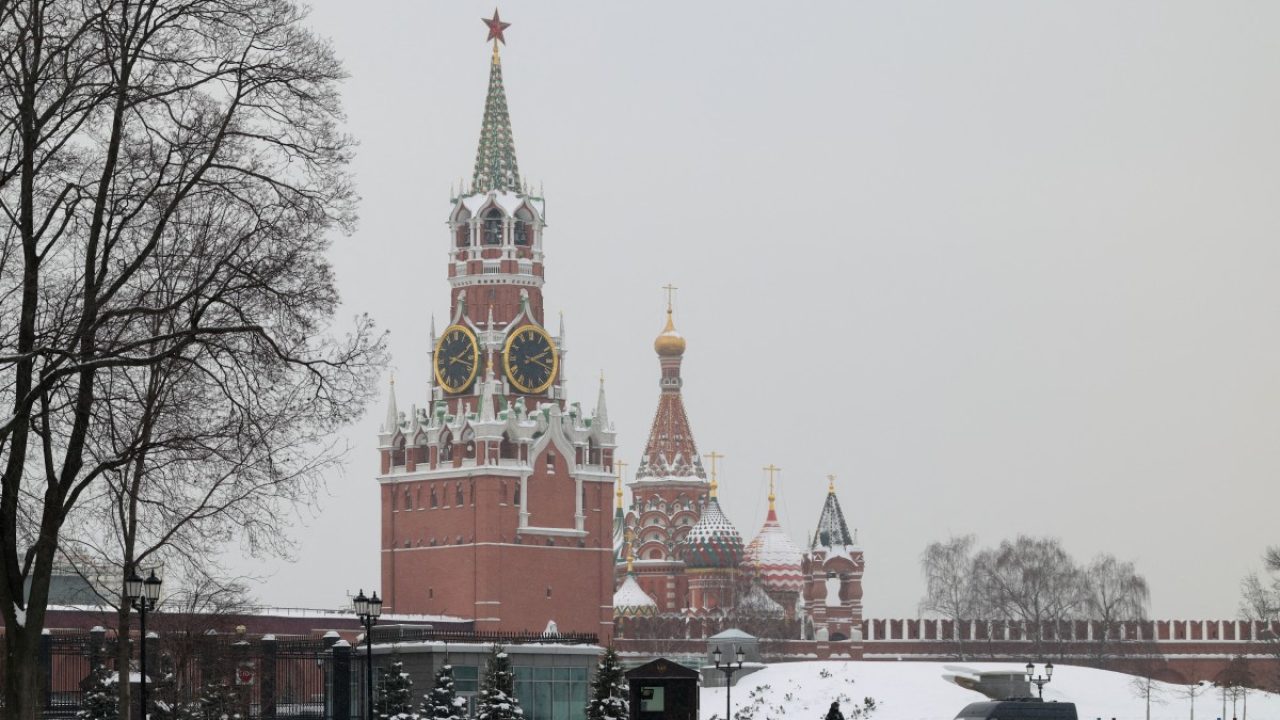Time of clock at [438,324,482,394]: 2:17
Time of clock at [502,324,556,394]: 2:18
